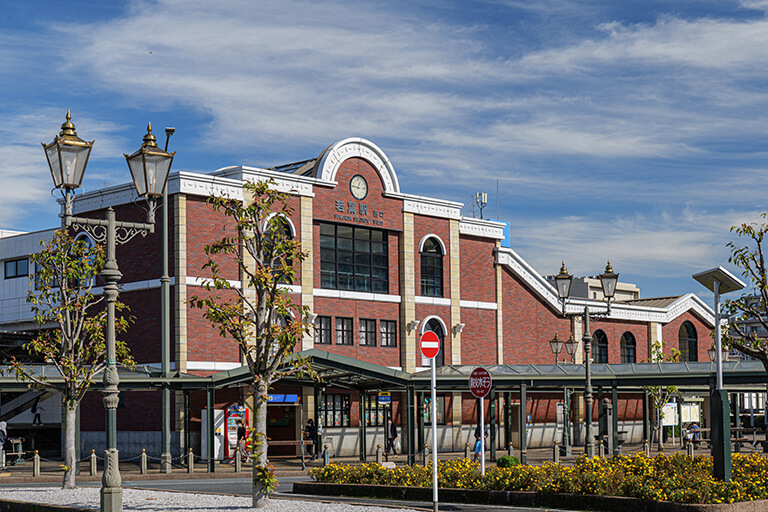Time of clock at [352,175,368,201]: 12:46
